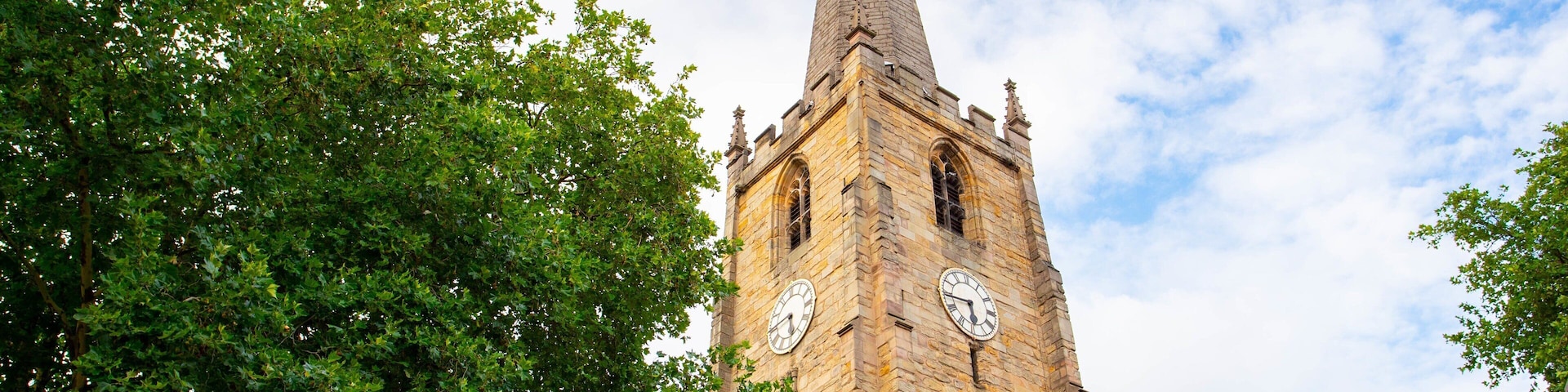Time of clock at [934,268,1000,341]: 5:44
